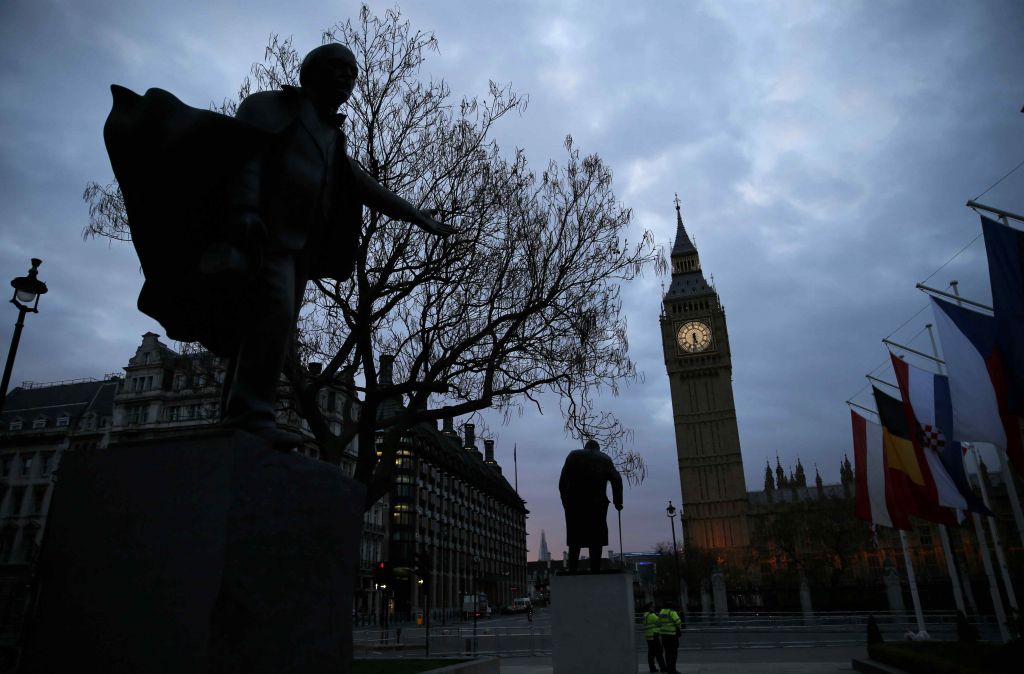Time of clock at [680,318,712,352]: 5:31
